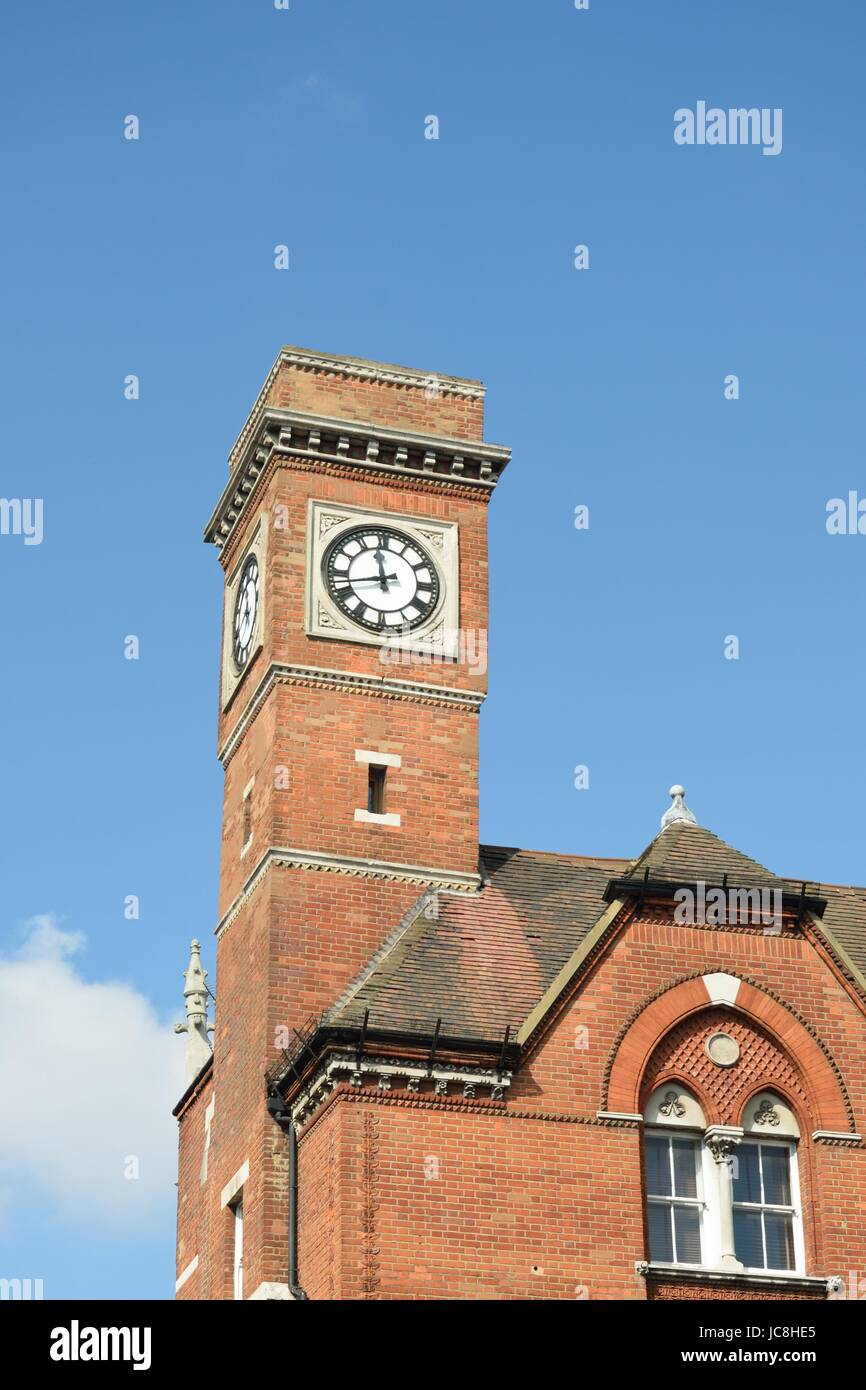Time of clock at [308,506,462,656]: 11:42
